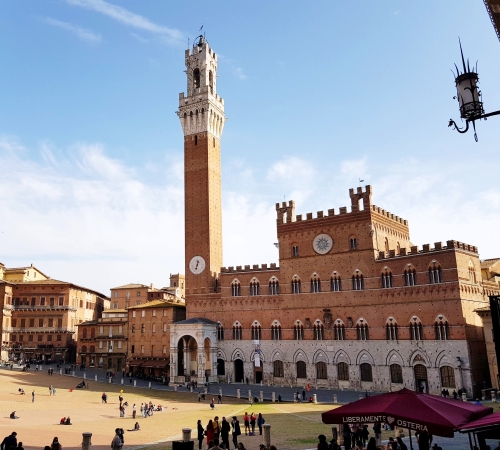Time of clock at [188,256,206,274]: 12:32
